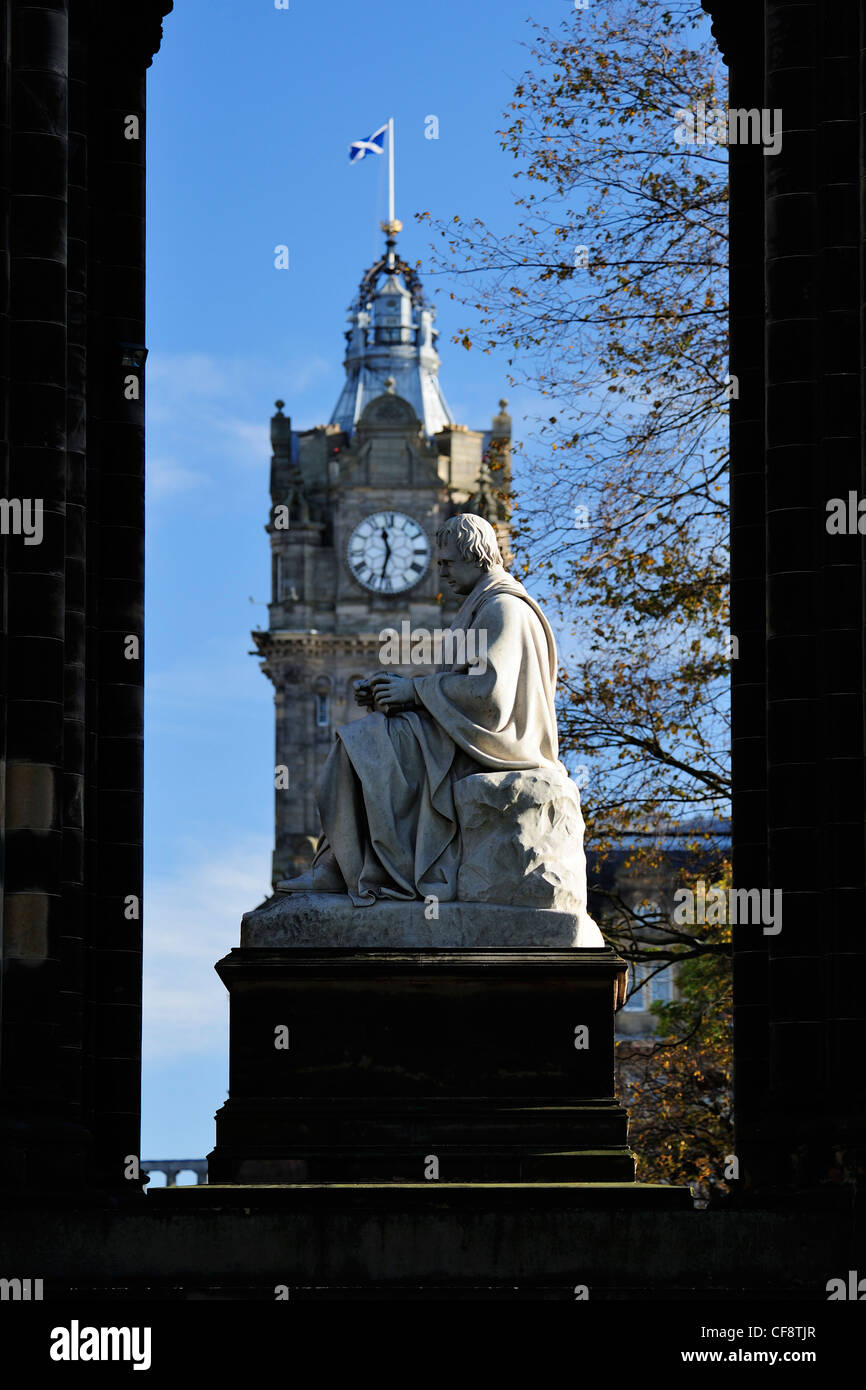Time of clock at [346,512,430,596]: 11:32
